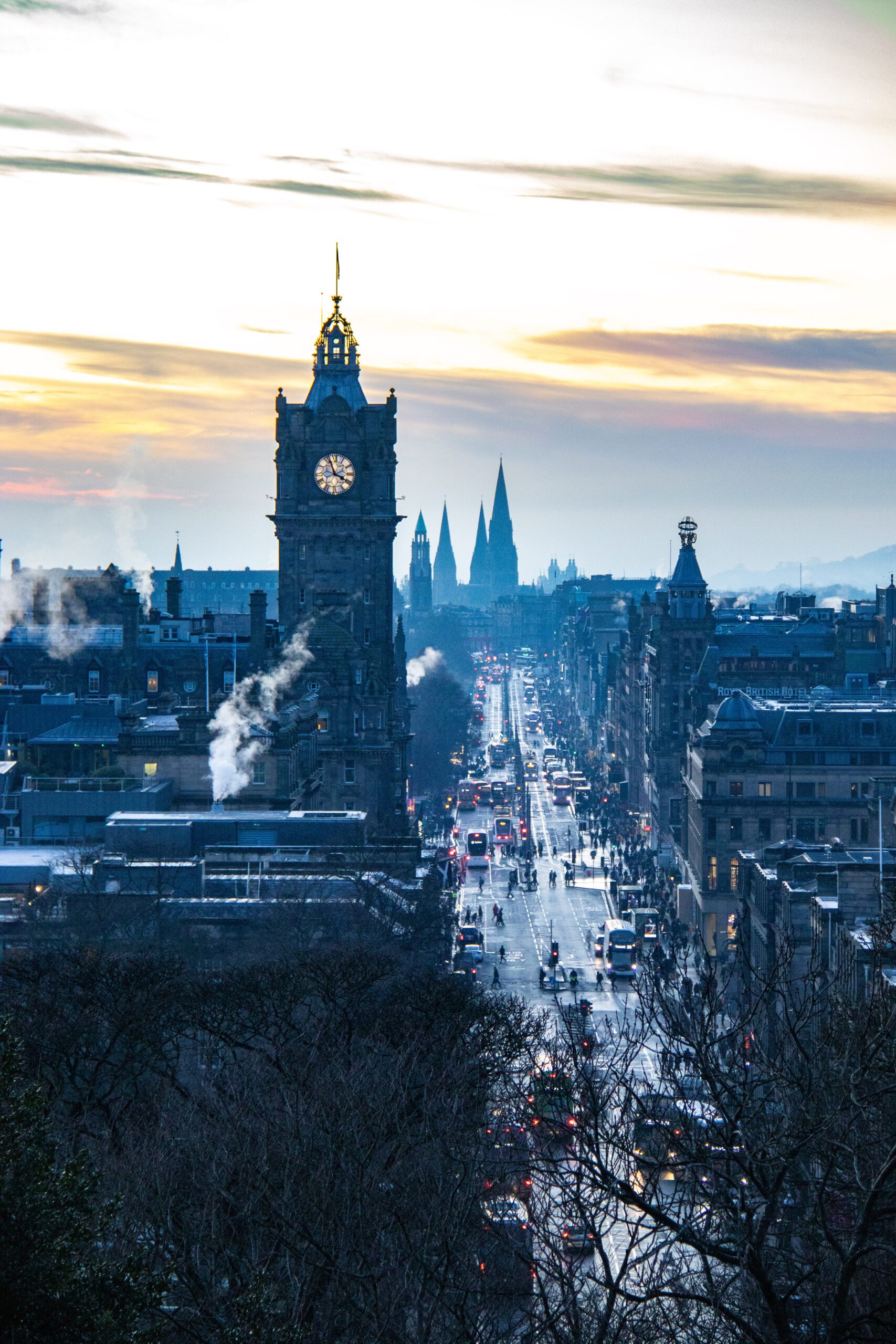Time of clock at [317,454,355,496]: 3:56
